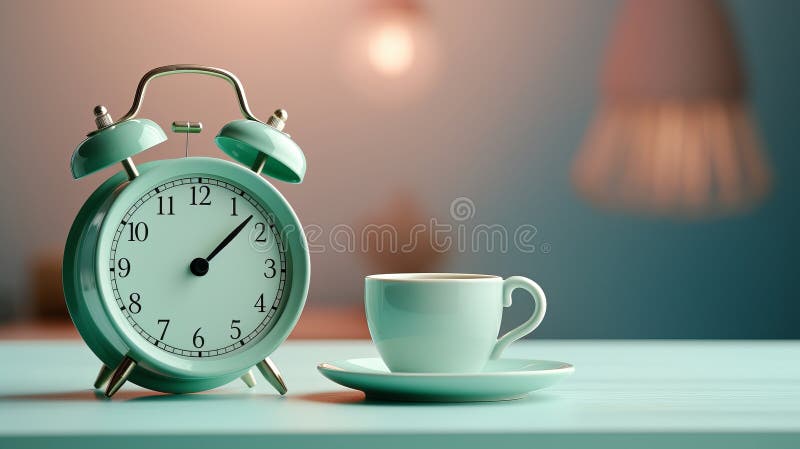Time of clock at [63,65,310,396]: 1:07
